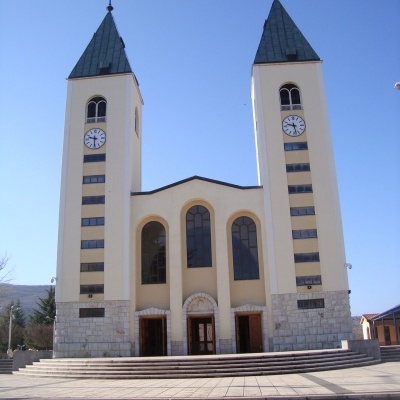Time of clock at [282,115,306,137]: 9:28
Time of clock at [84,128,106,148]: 9:30
